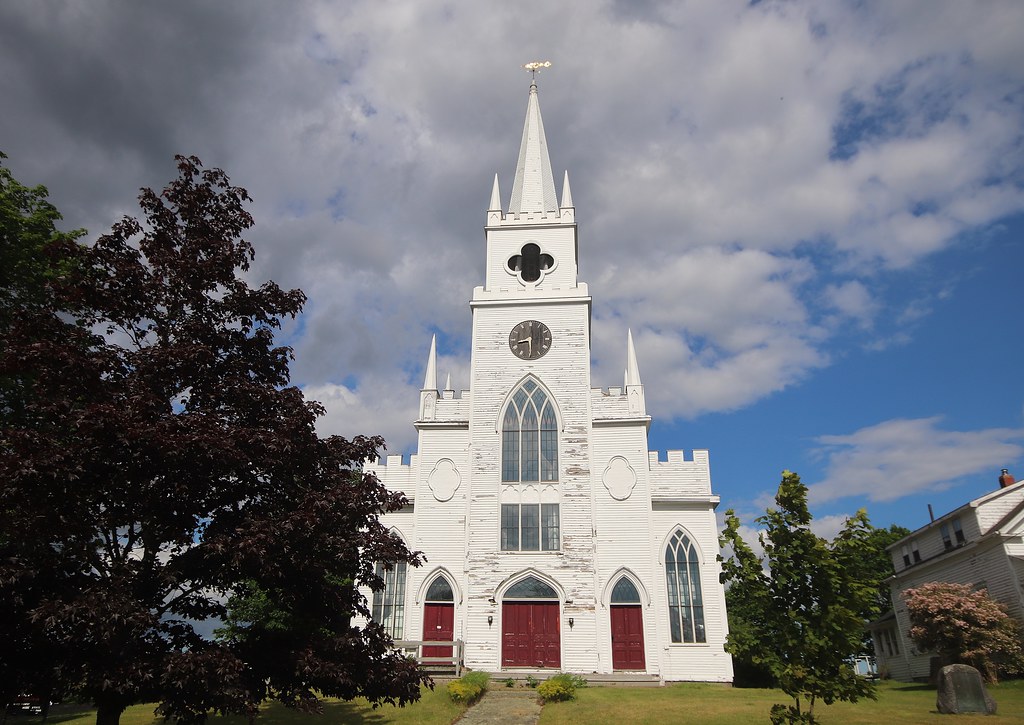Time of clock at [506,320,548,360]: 8:29
